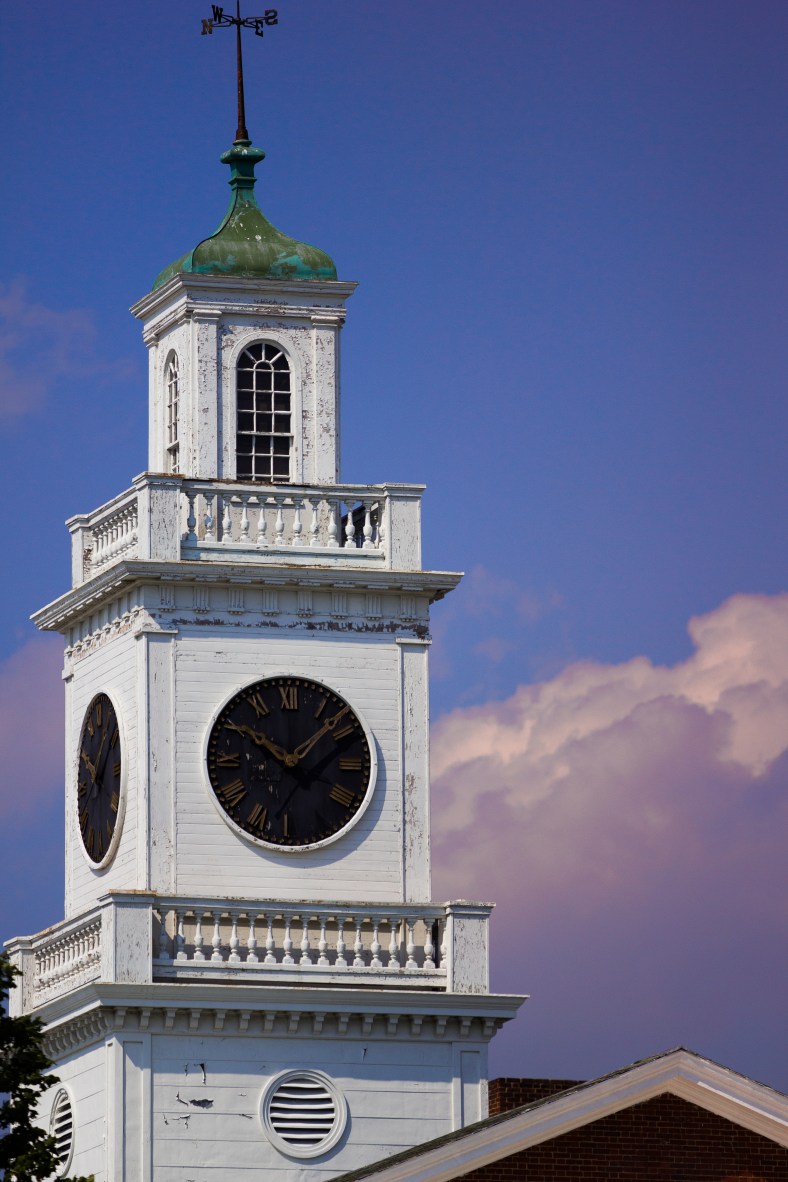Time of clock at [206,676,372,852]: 10:07
